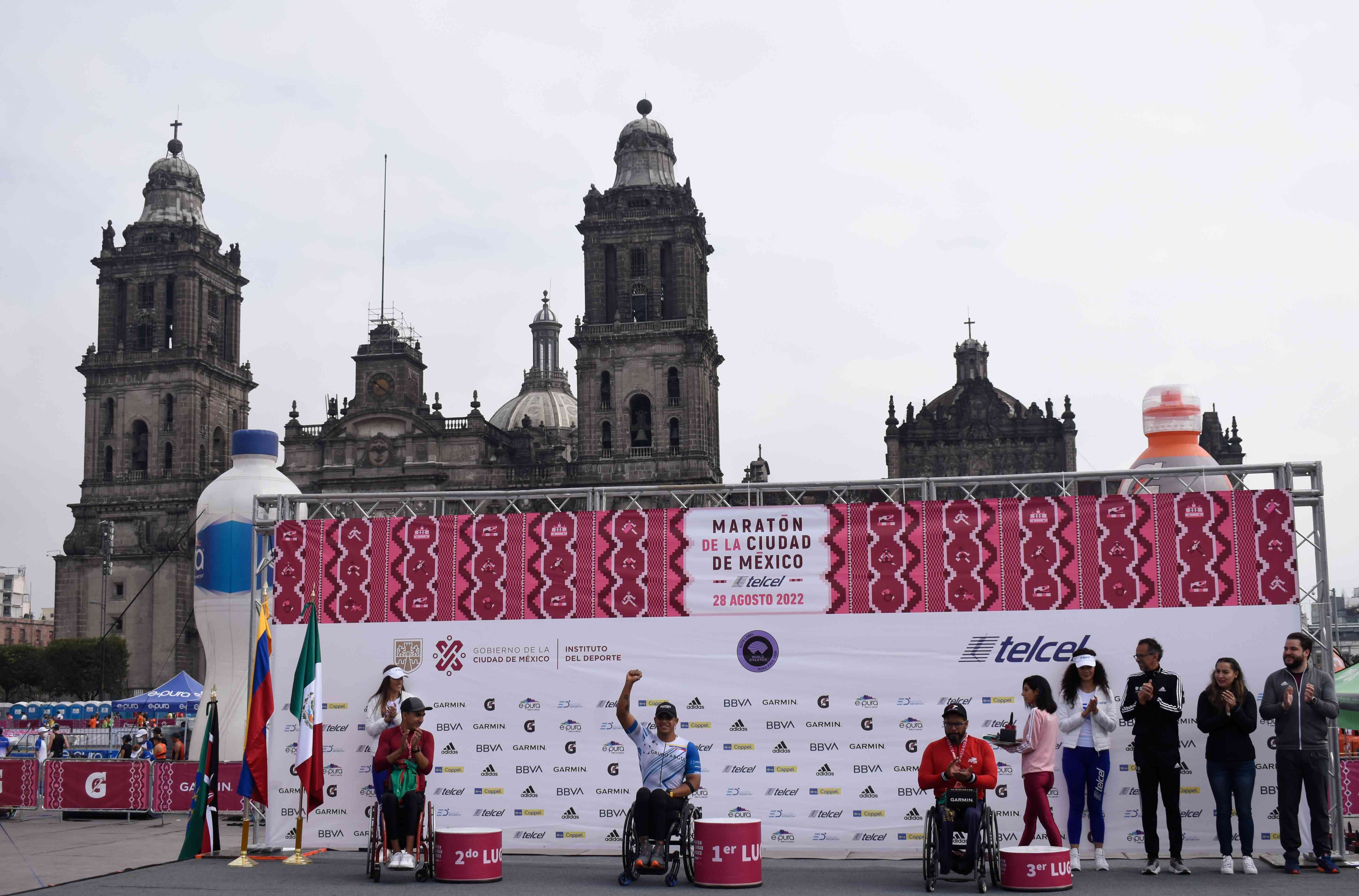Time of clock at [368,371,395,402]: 10:21
